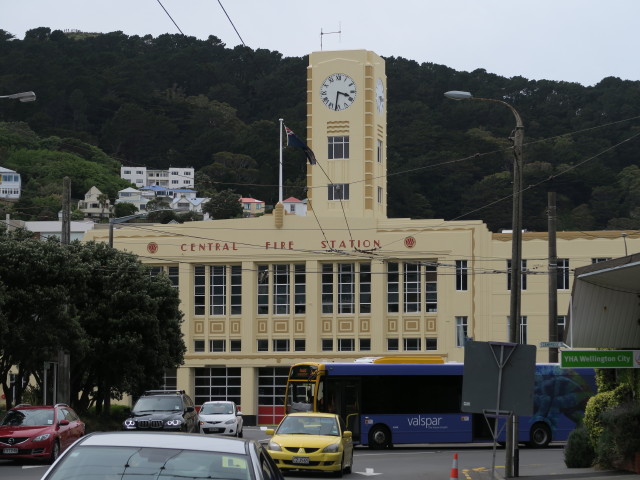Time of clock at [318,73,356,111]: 3:31
